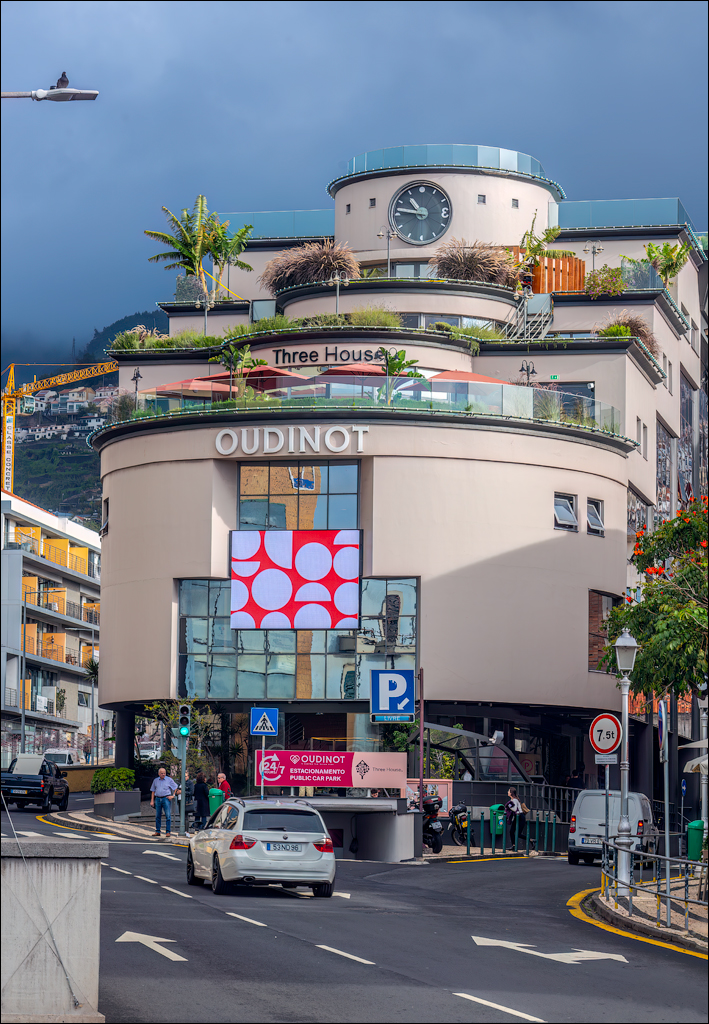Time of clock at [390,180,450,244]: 10:46
